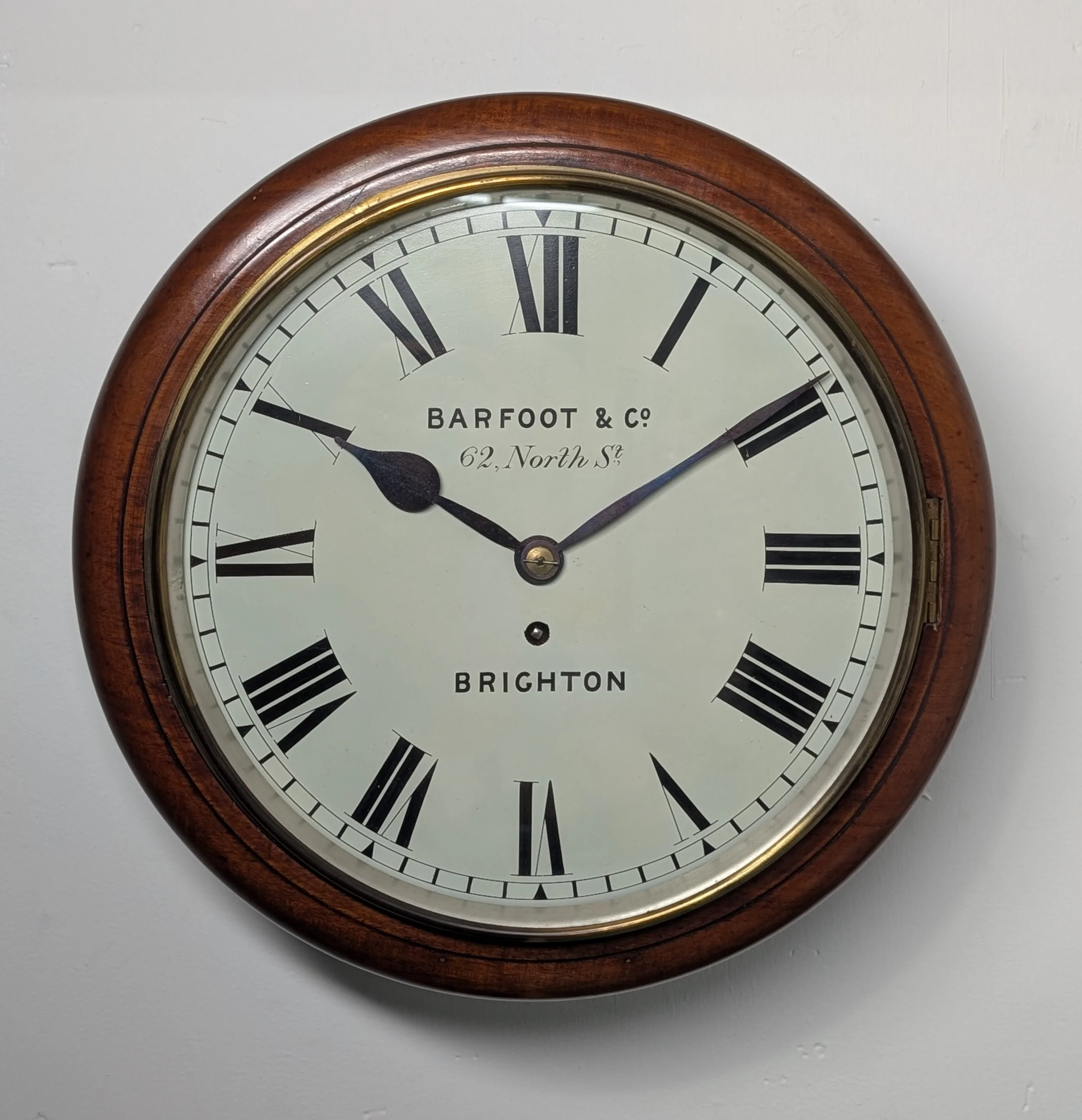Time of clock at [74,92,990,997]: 10:09
